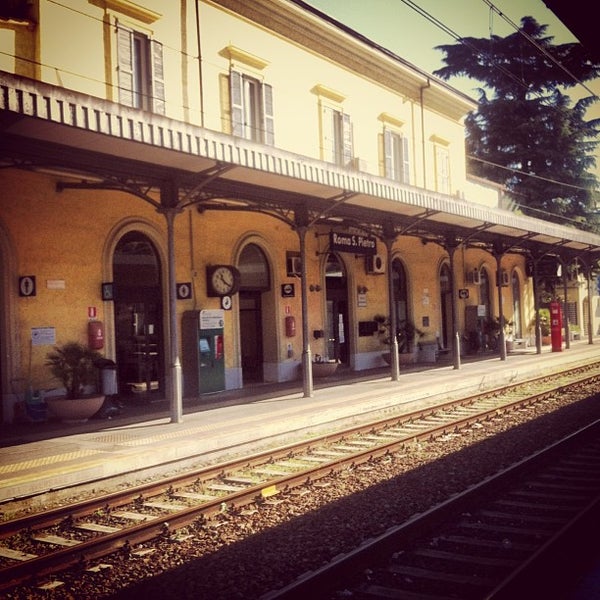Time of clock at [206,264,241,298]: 11:21
